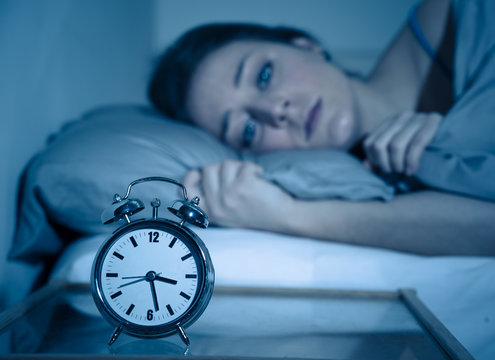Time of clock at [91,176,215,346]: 3:27
